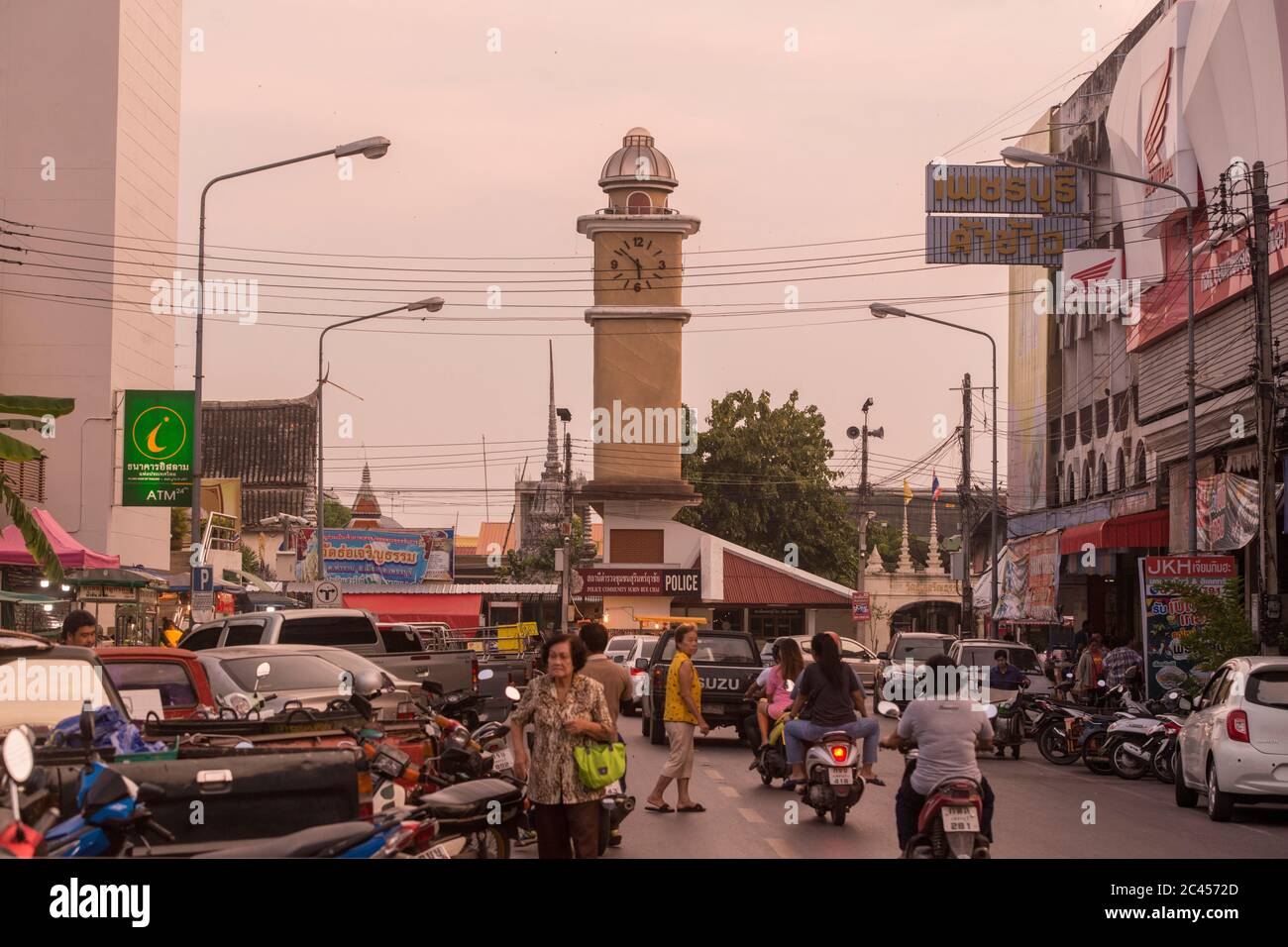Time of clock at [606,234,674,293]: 5:52
